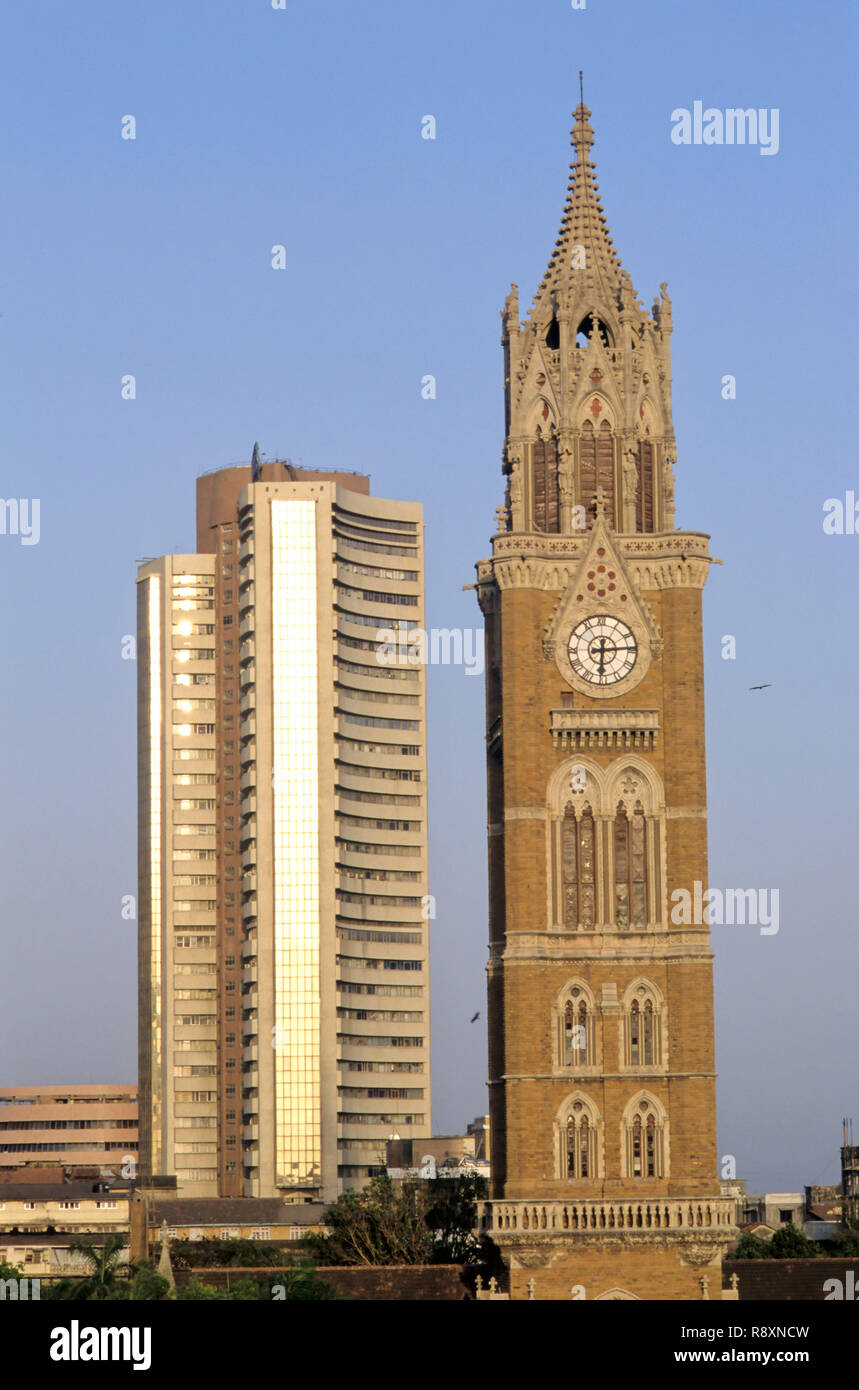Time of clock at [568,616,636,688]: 6:14
